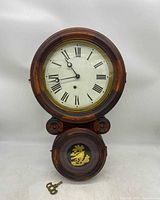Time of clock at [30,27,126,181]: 10:42
